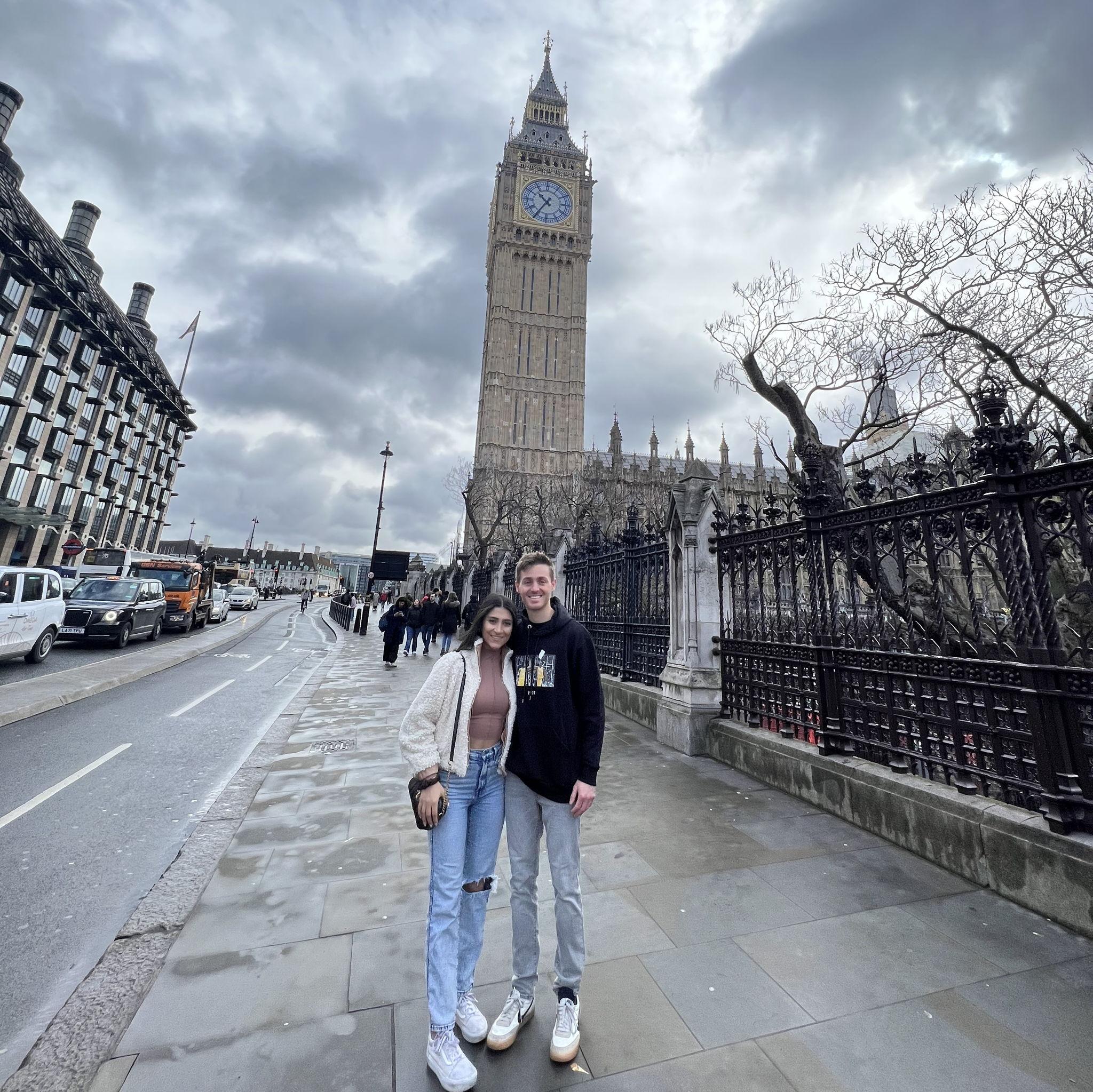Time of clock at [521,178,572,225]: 10:35
